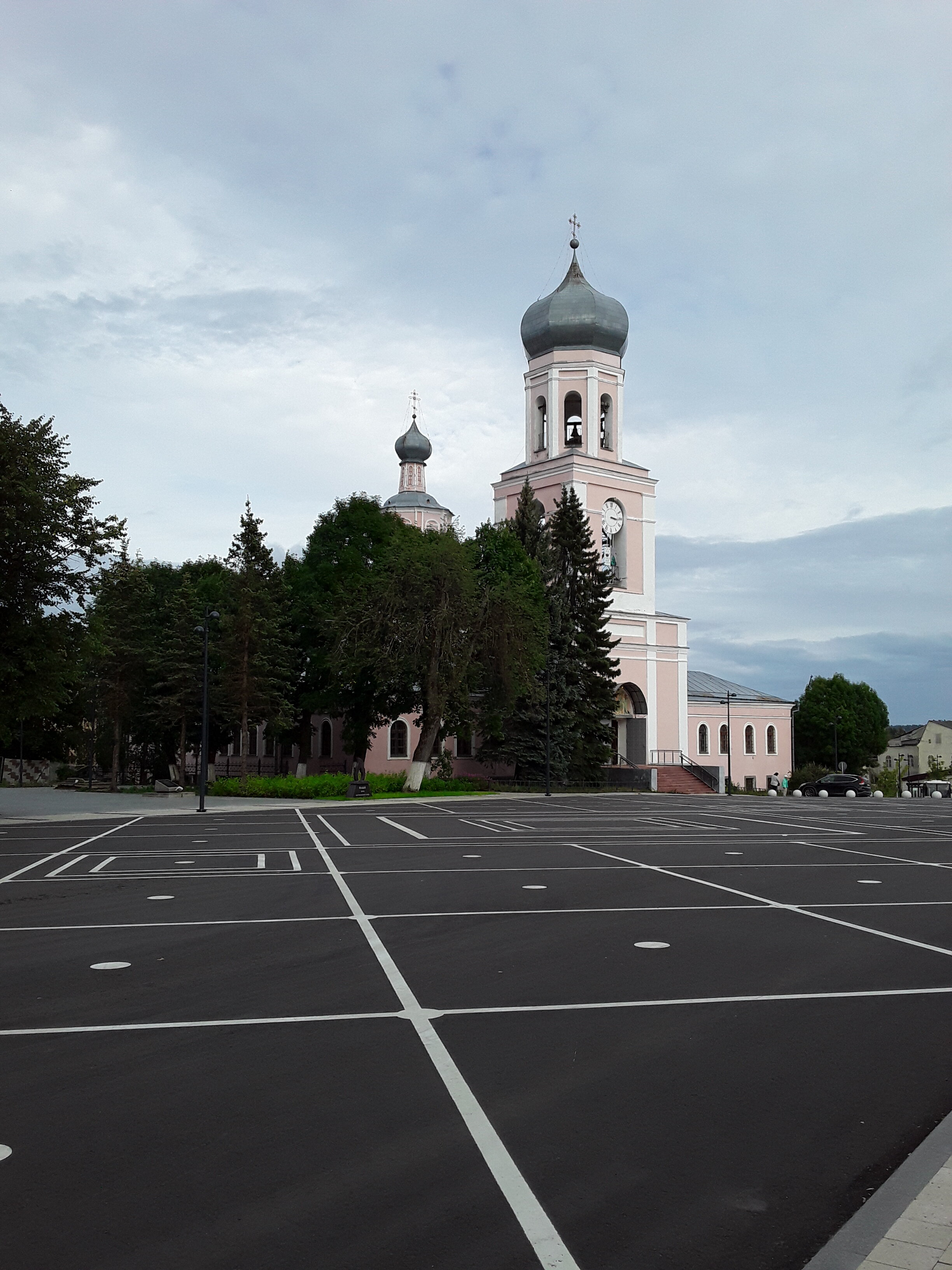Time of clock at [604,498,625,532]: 3:16
